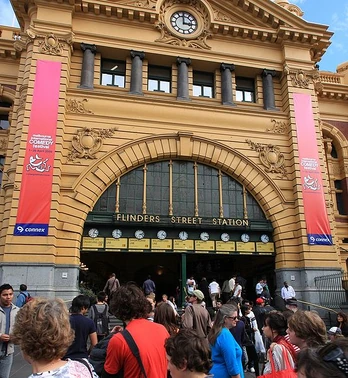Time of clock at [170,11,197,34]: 2:59
